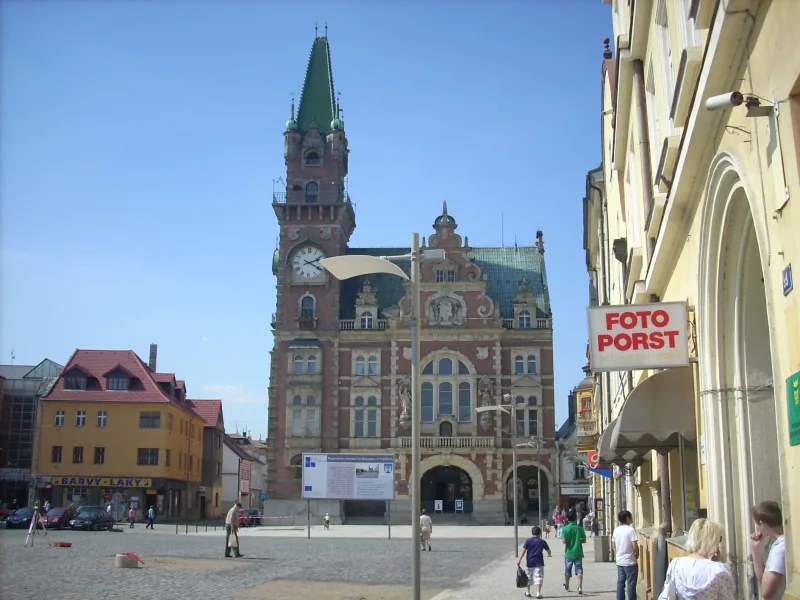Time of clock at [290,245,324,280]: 2:19
